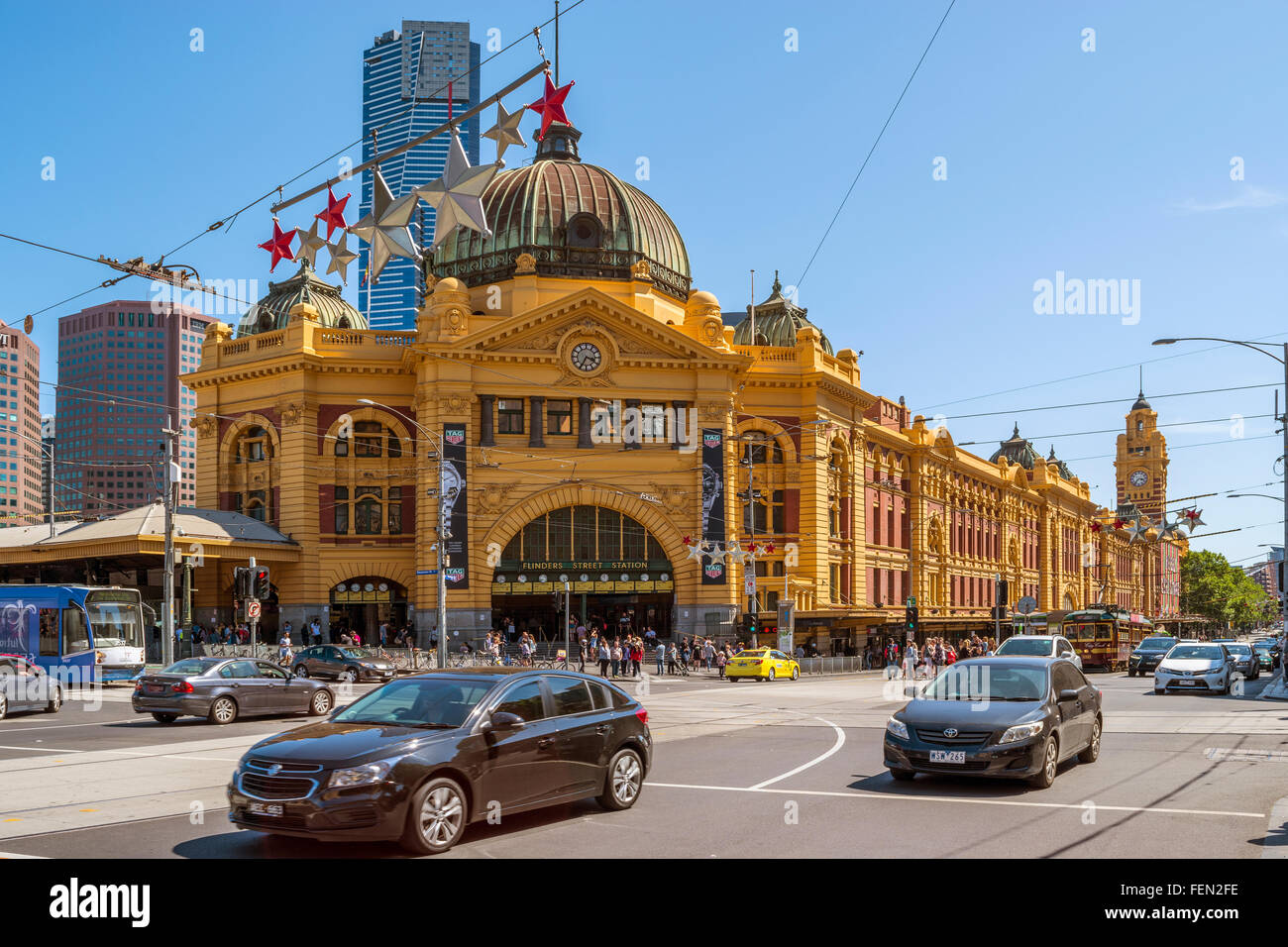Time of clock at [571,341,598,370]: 3:34
